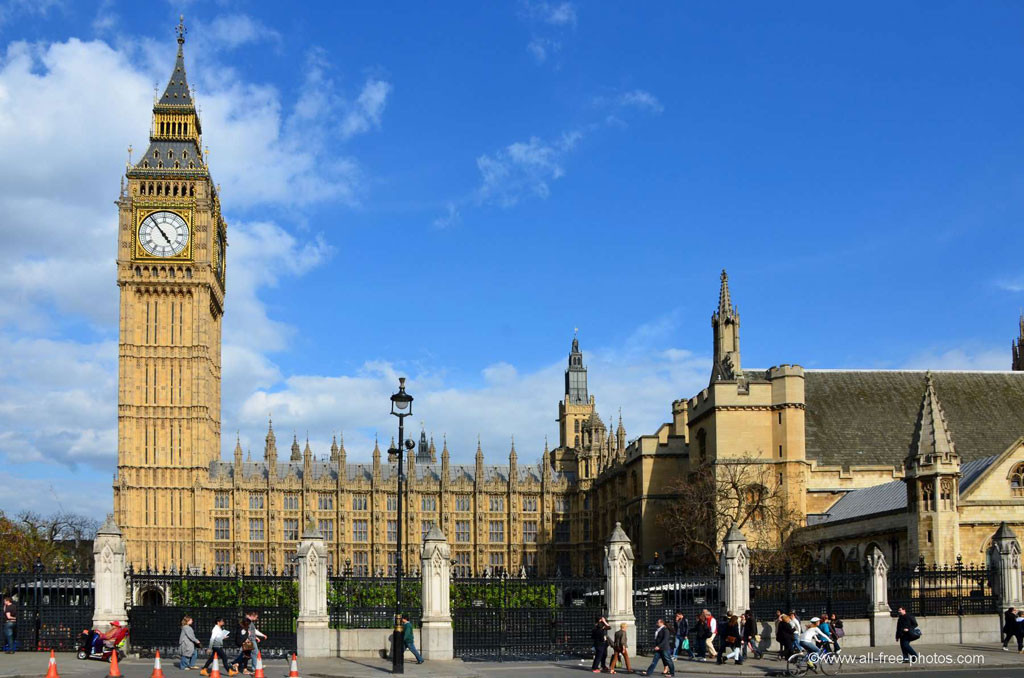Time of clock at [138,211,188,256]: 4:53
